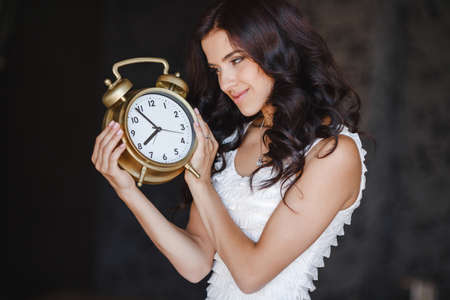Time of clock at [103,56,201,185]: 7:53
